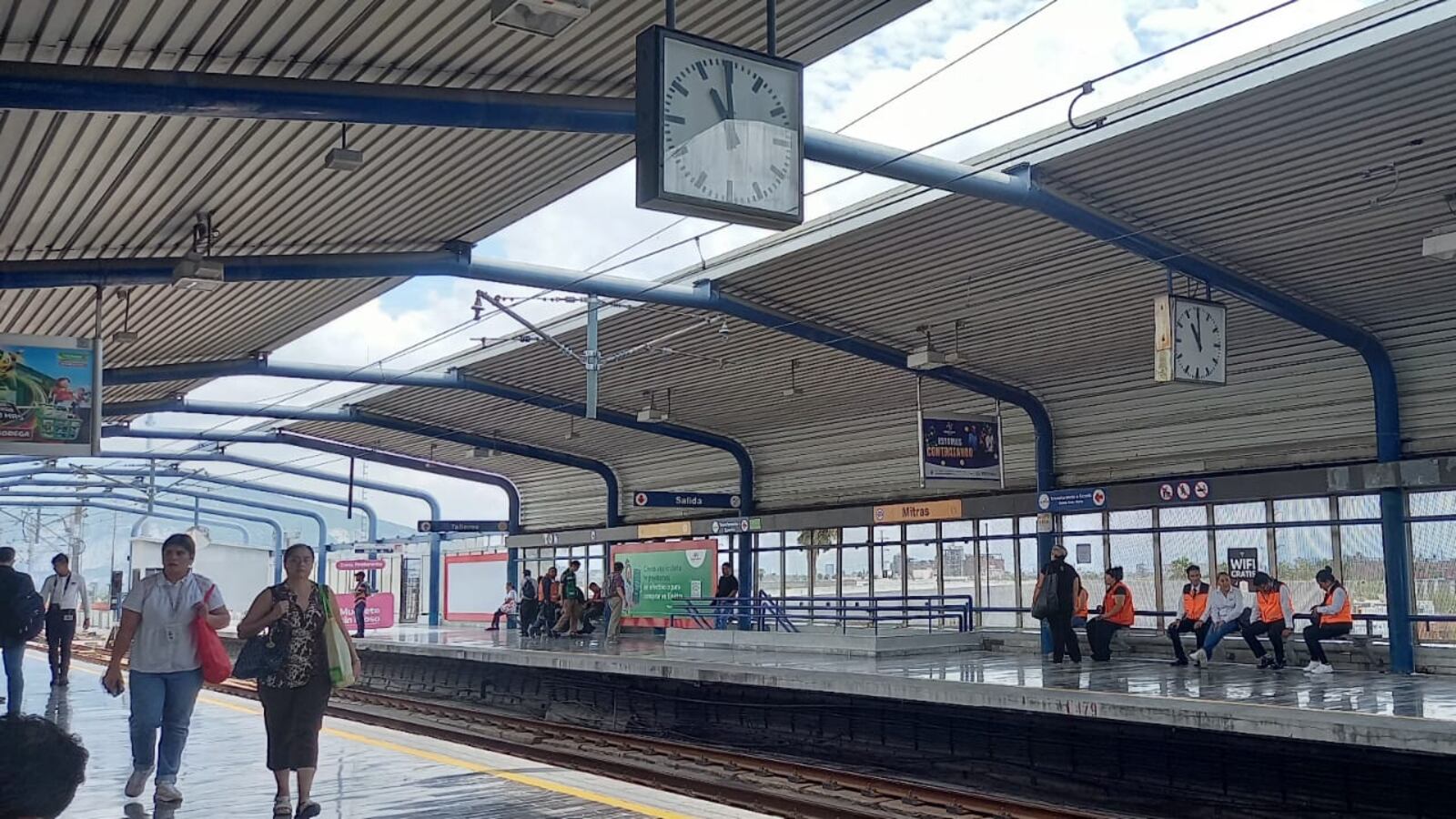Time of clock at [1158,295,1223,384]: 10:59
